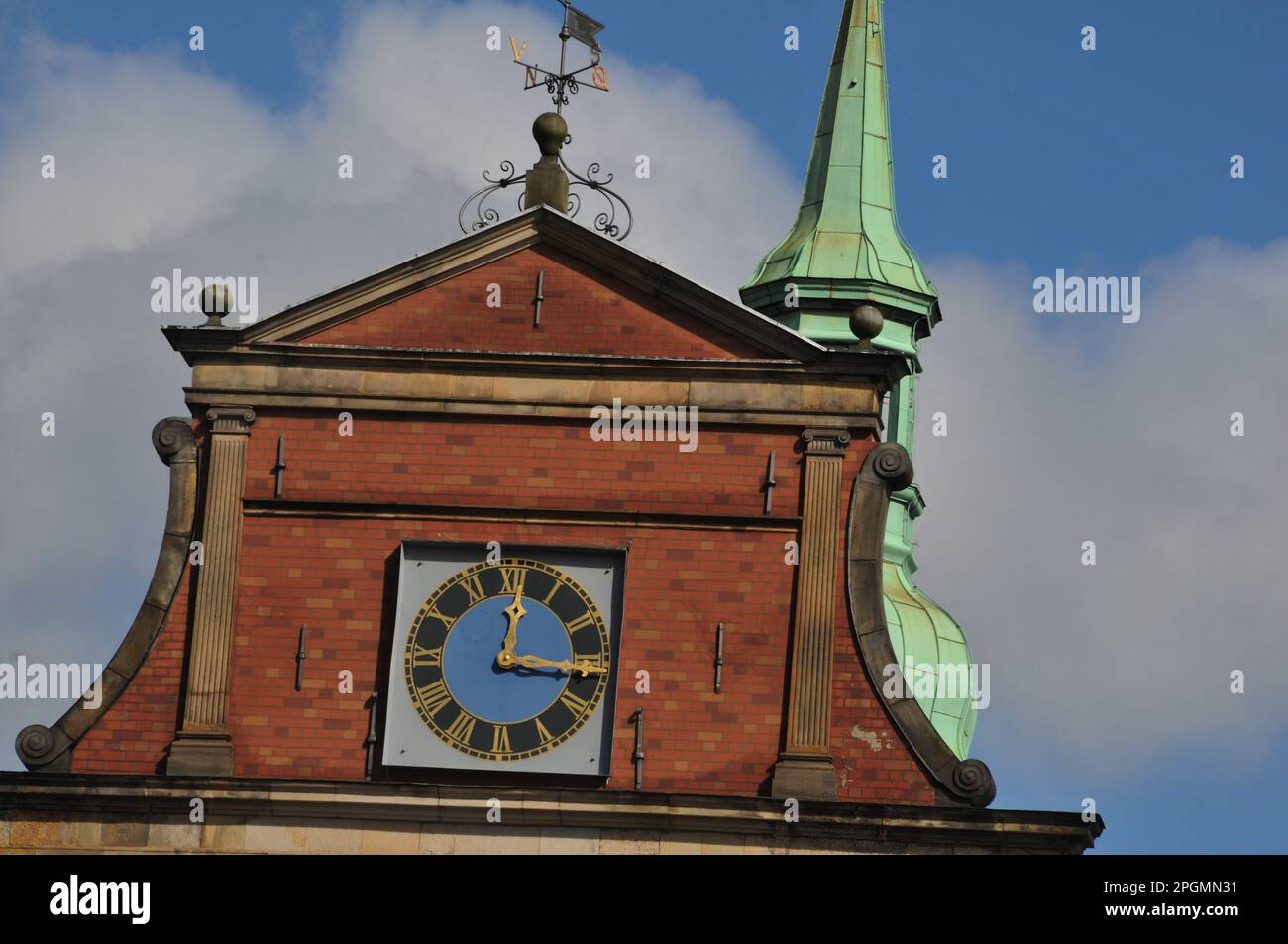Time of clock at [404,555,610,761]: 12:15
